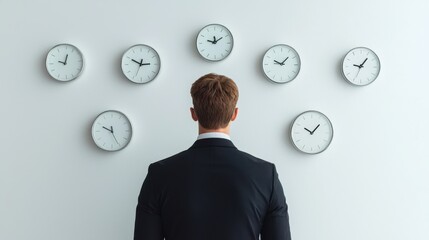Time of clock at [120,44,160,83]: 2:49
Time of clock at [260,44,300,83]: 9:07
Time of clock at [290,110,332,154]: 10:07
